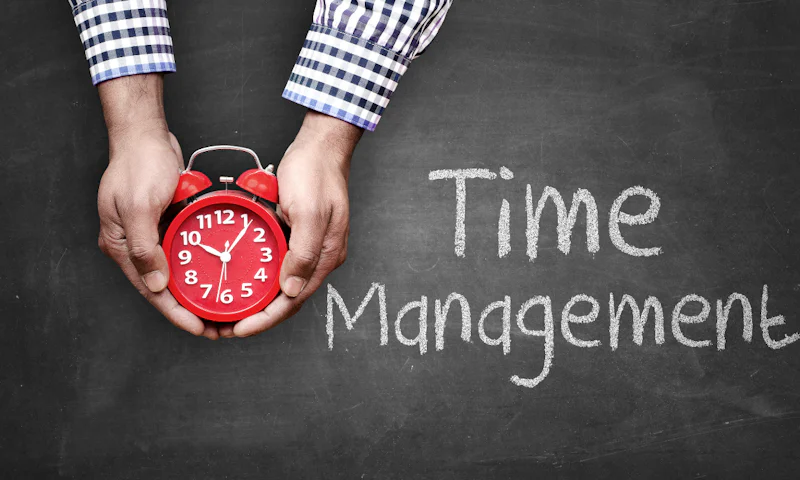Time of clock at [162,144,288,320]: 10:06
